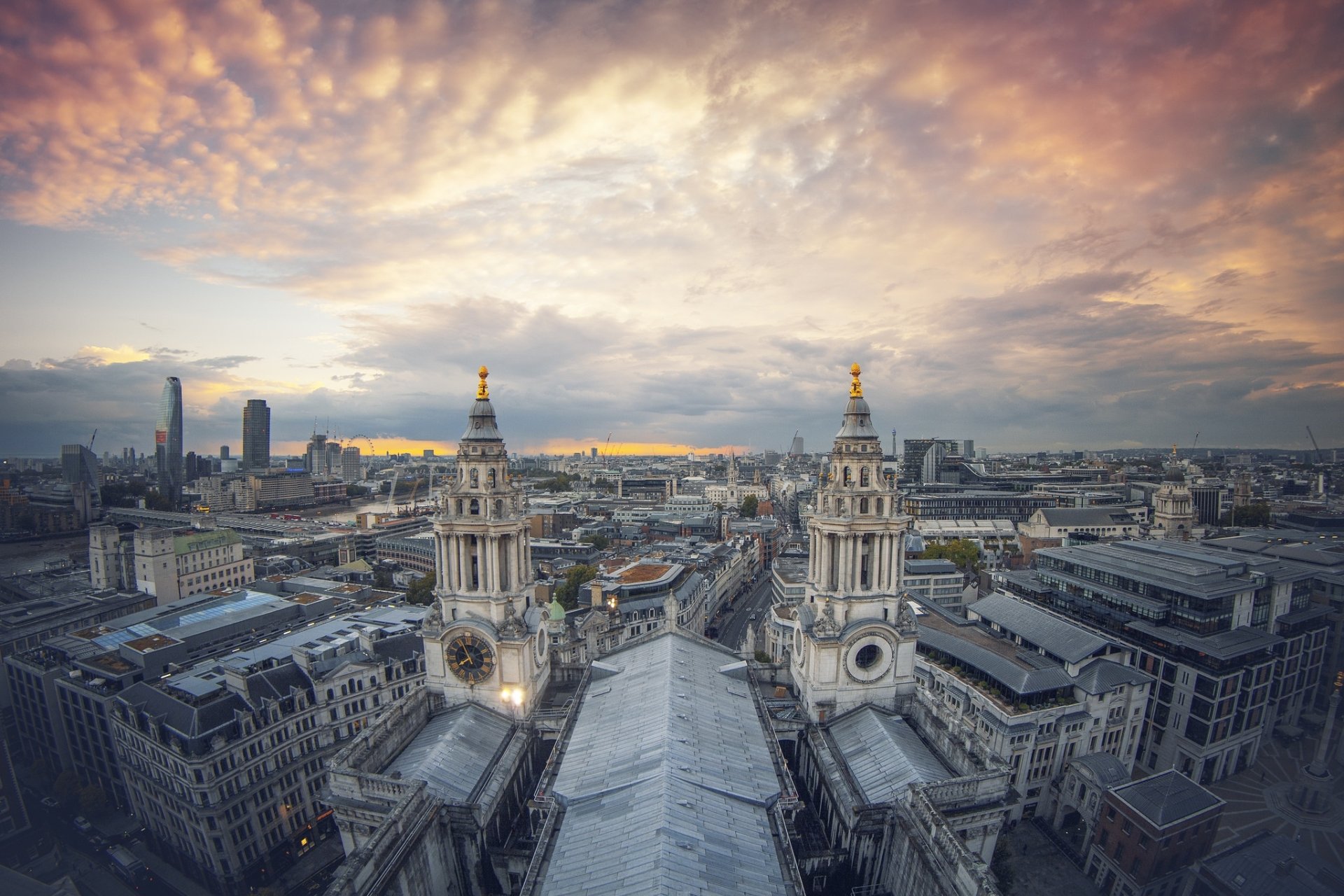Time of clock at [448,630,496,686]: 7:56
